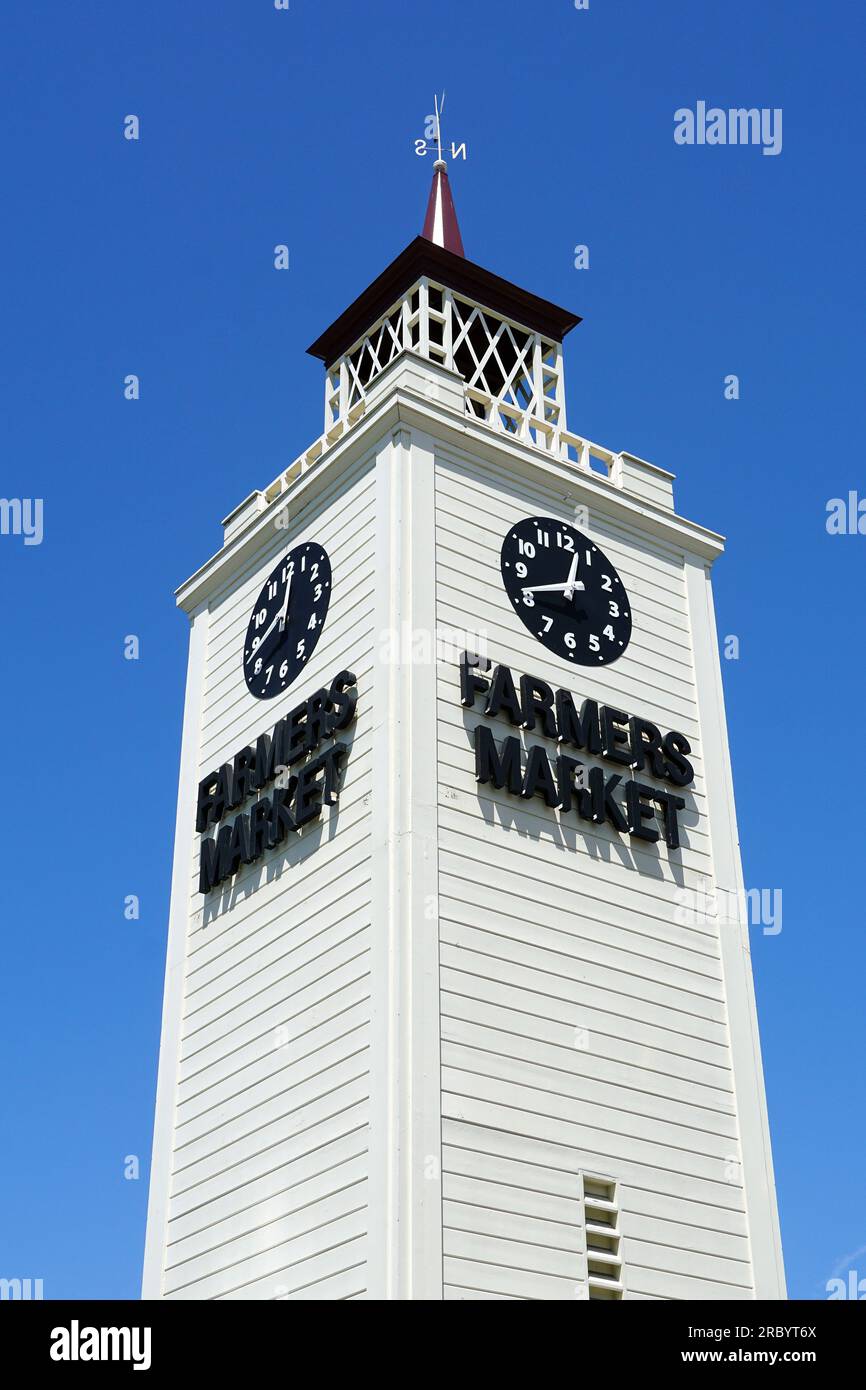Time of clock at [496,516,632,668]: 12:41
